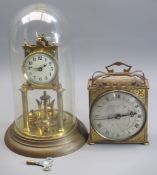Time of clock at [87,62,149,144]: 2:43
